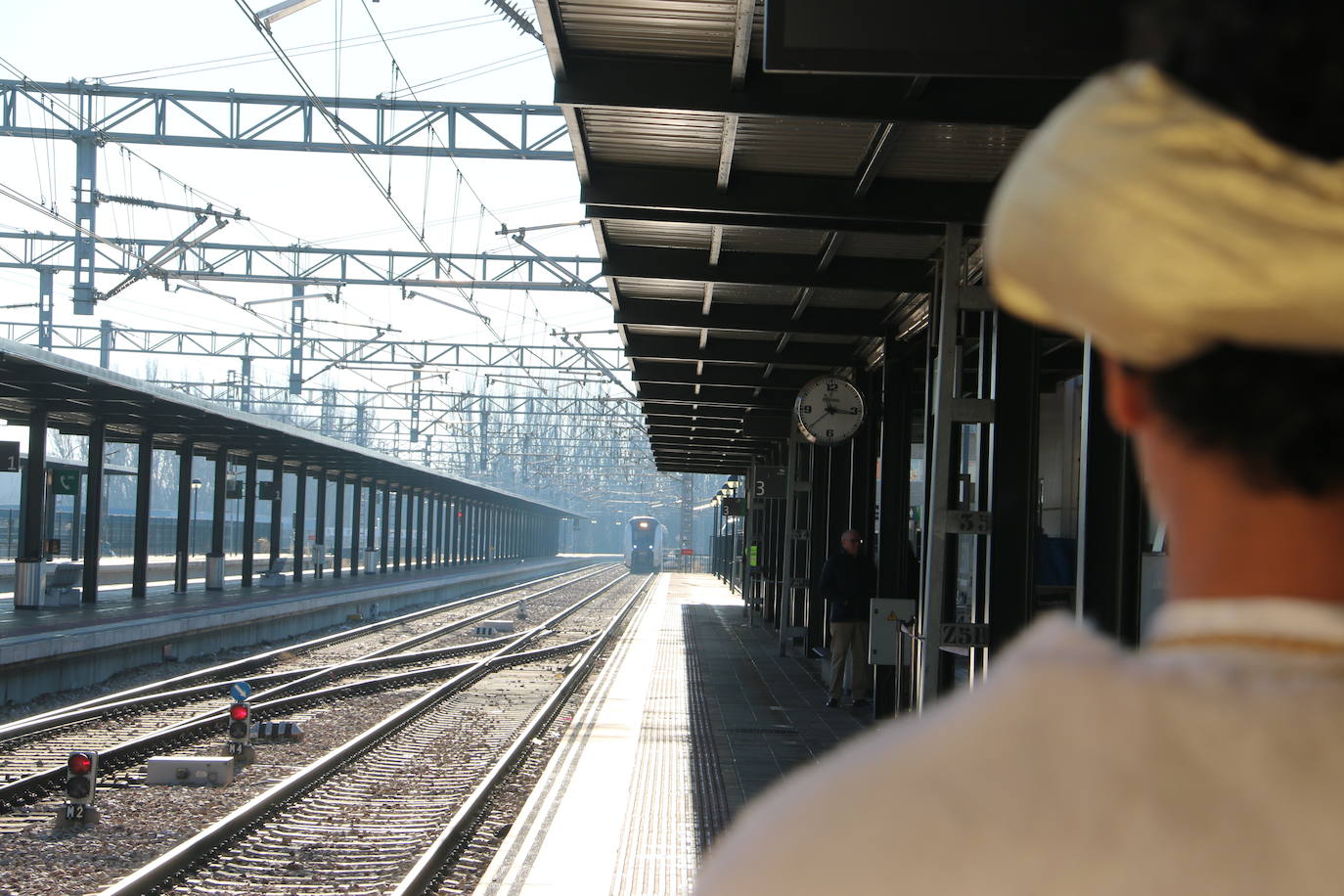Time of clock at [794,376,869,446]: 11:16
